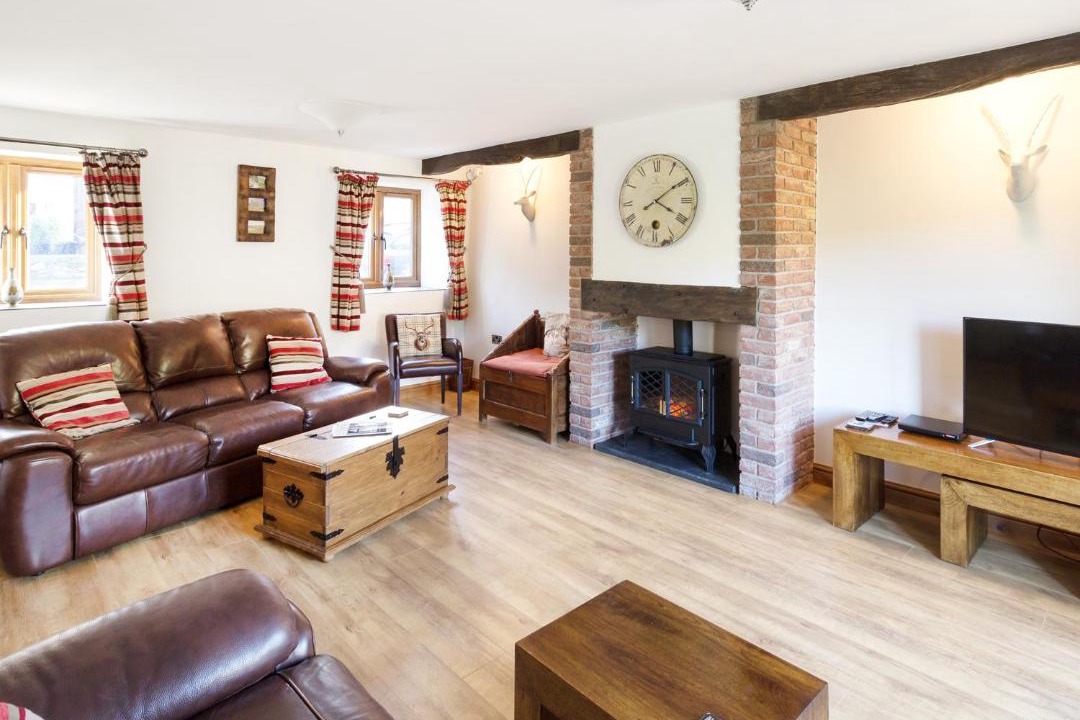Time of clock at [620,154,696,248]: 4:09
